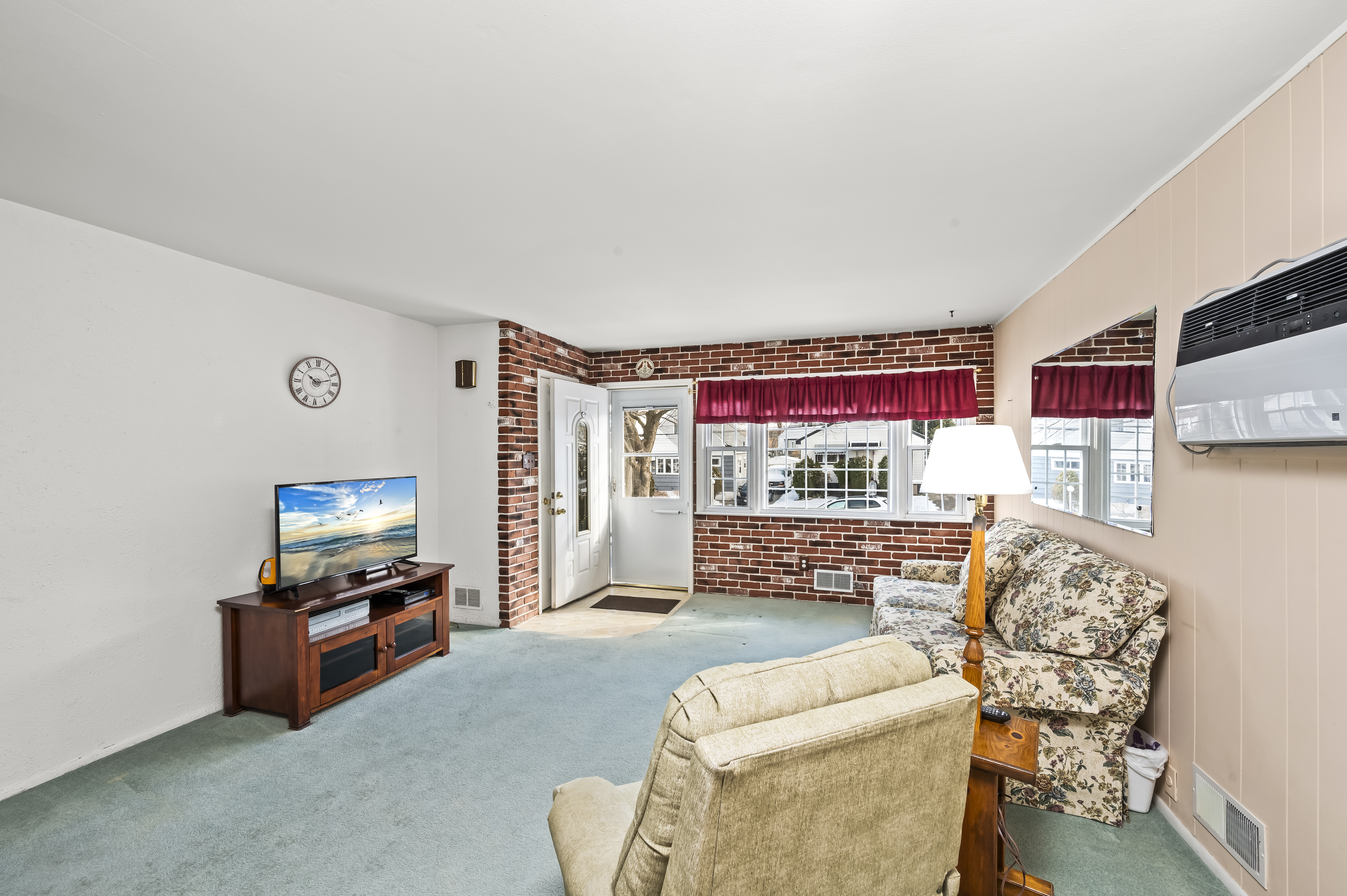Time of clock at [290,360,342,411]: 10:12
